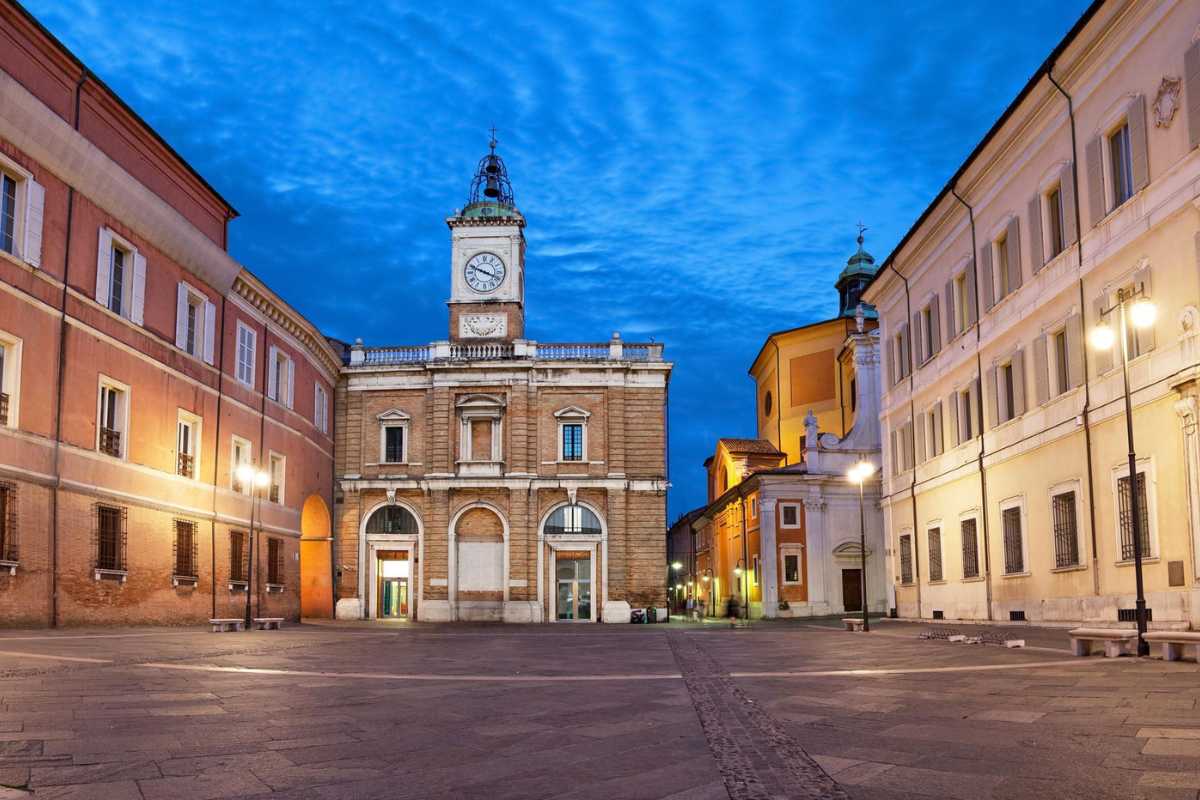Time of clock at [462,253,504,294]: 3:48
